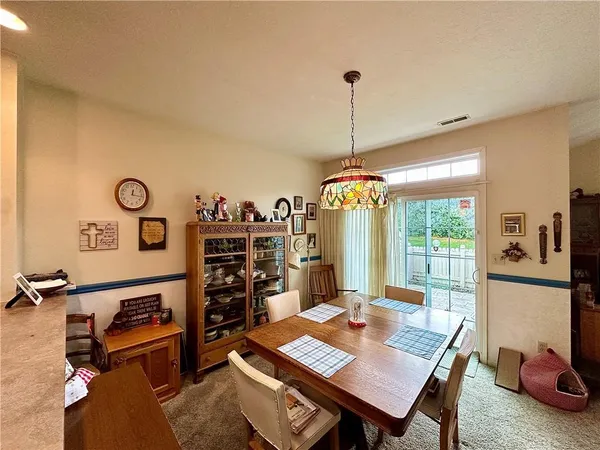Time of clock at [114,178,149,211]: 12:16
